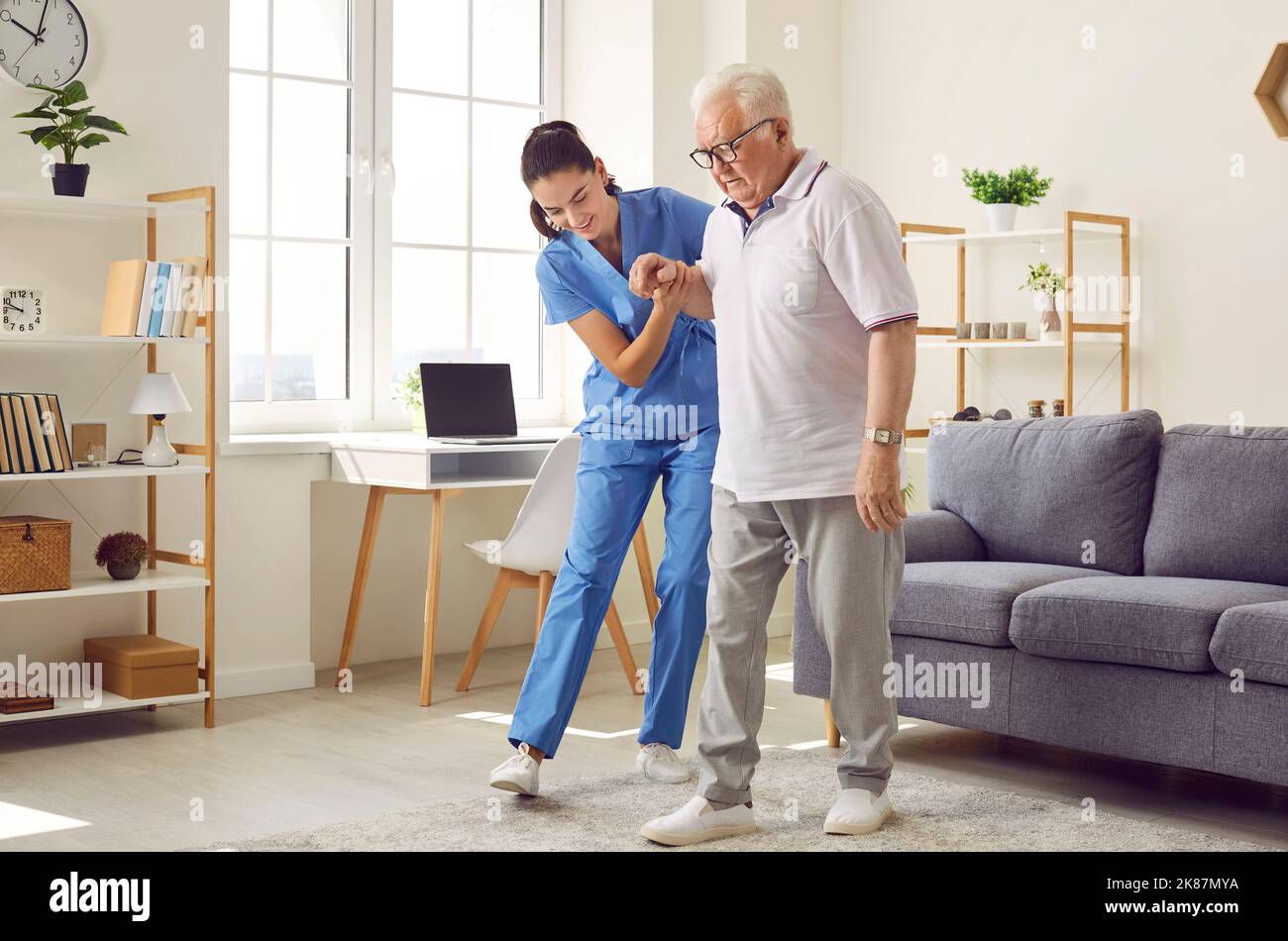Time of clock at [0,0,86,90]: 10:03
